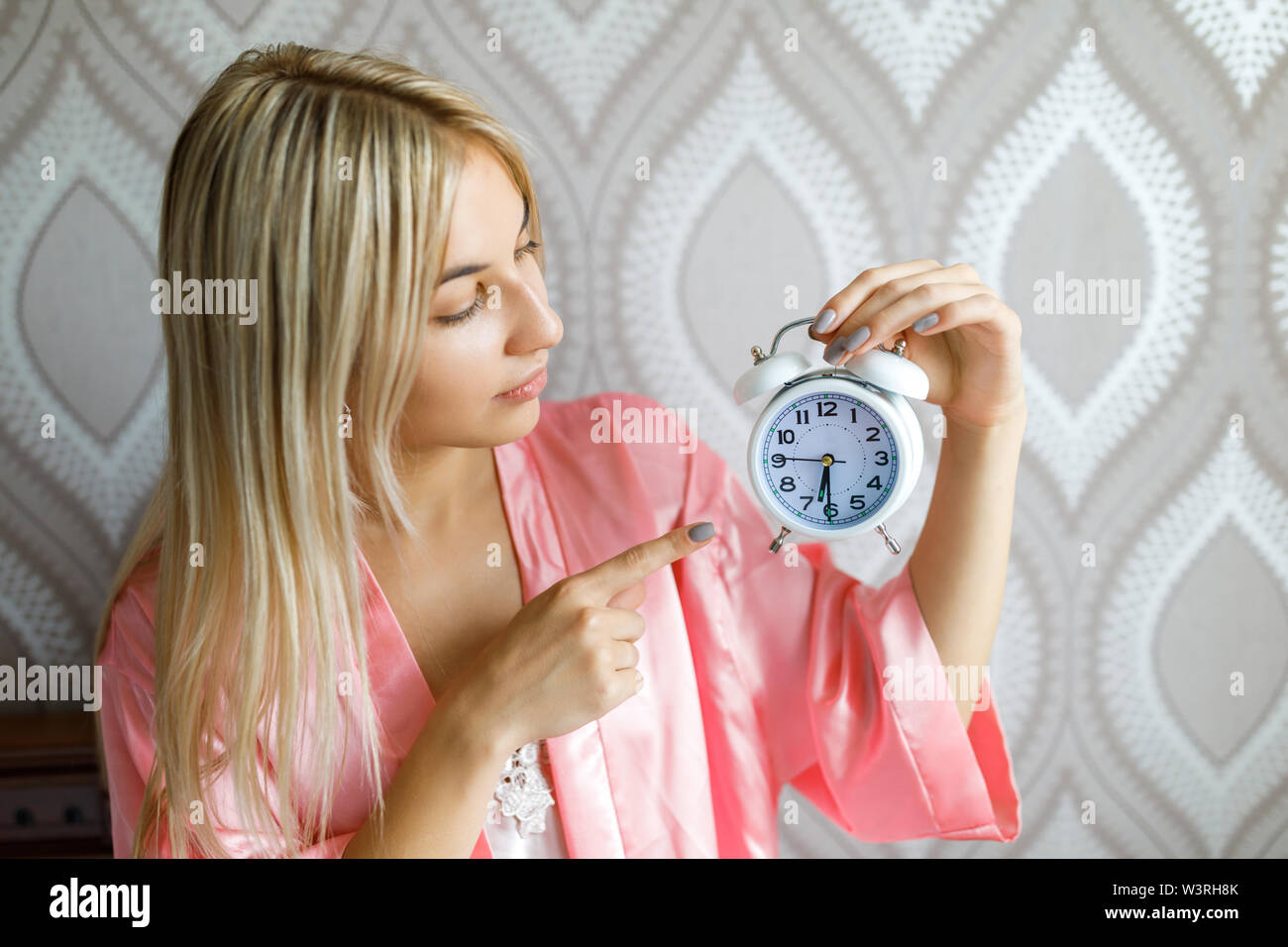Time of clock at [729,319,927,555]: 6:30
